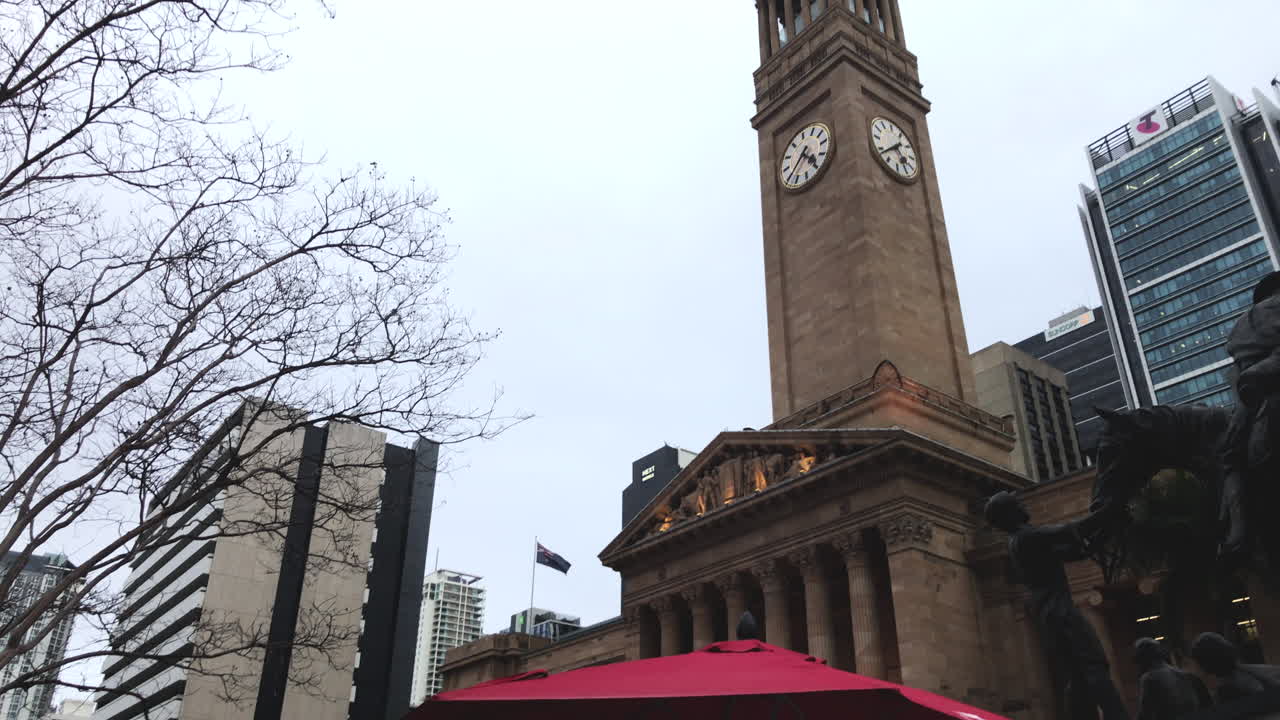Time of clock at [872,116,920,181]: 4:38
